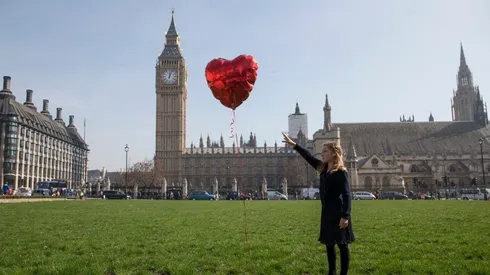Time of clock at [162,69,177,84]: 12:03
